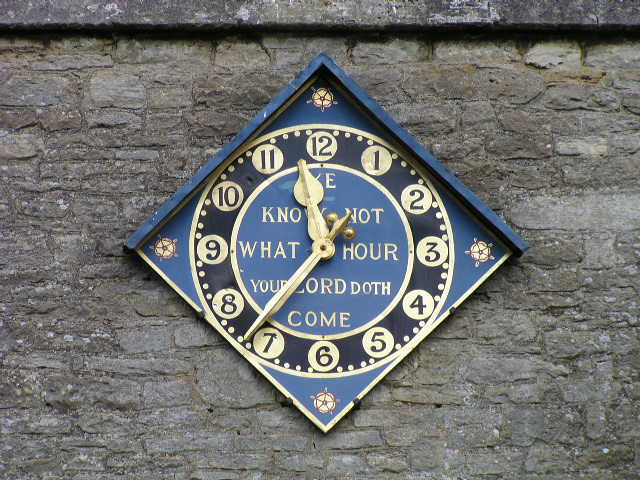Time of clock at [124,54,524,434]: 11:37
